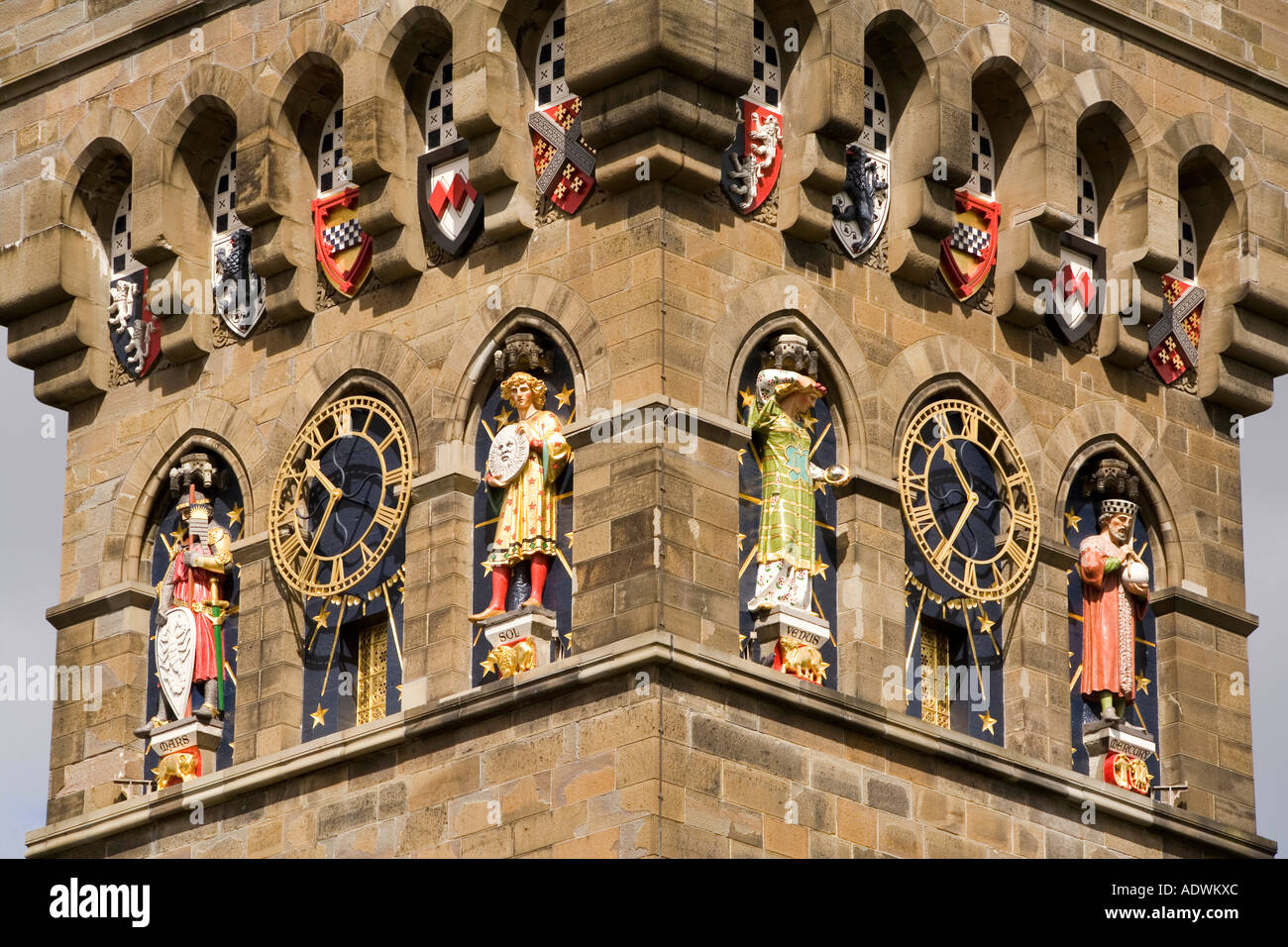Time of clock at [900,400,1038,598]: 10:36
